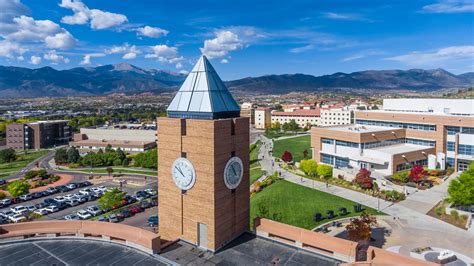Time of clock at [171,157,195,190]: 10:50
